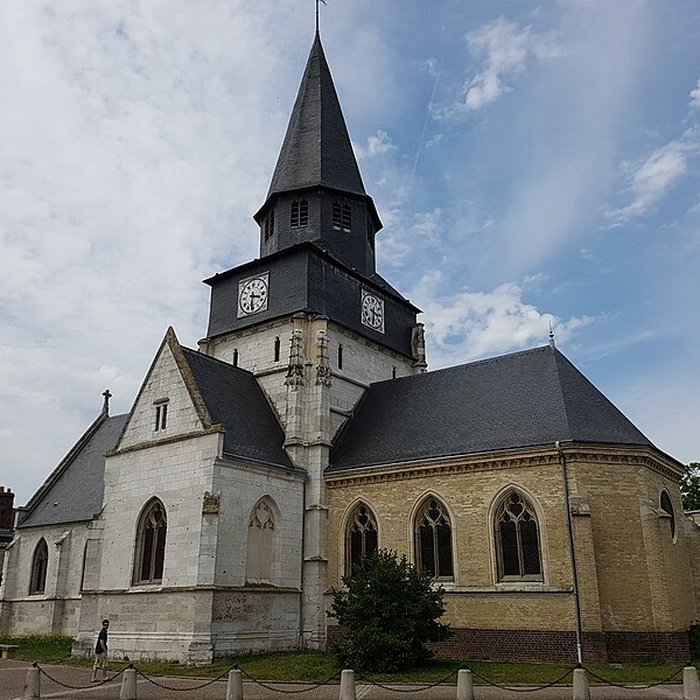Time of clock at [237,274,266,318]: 3:31
